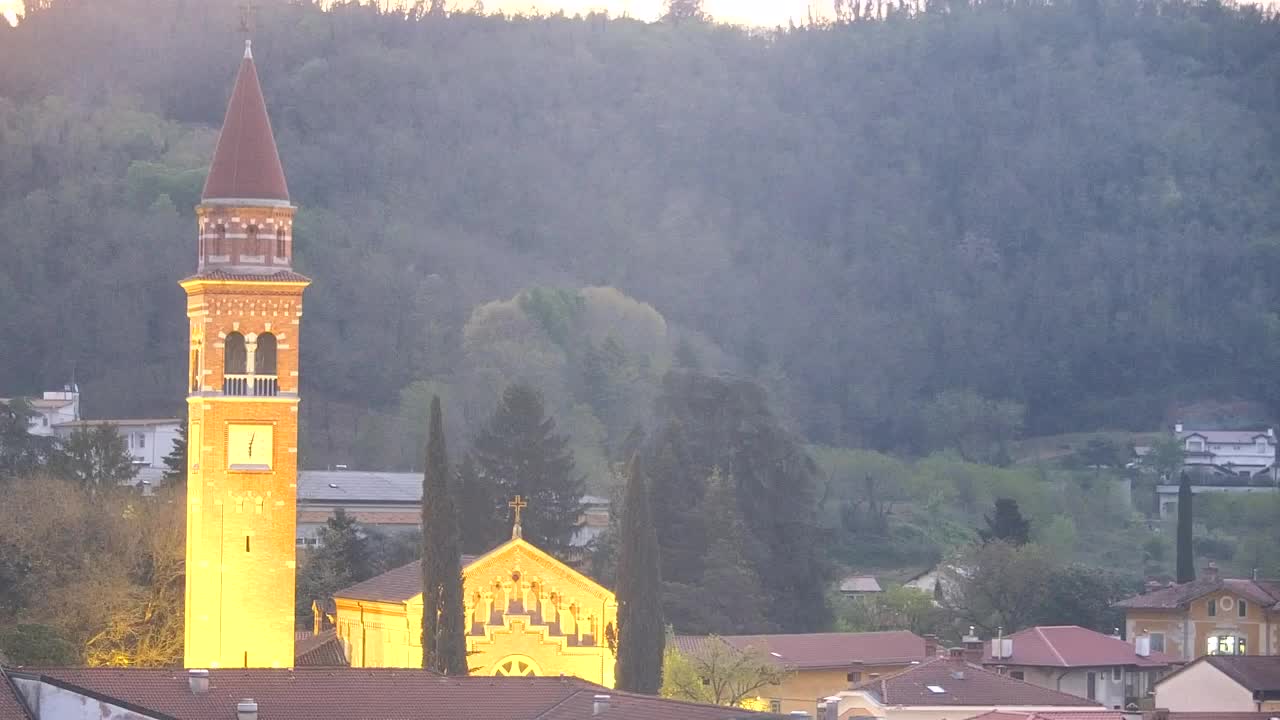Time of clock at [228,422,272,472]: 6:02
